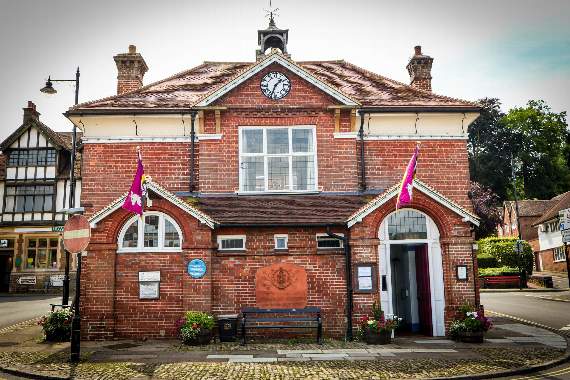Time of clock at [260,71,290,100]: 1:33
